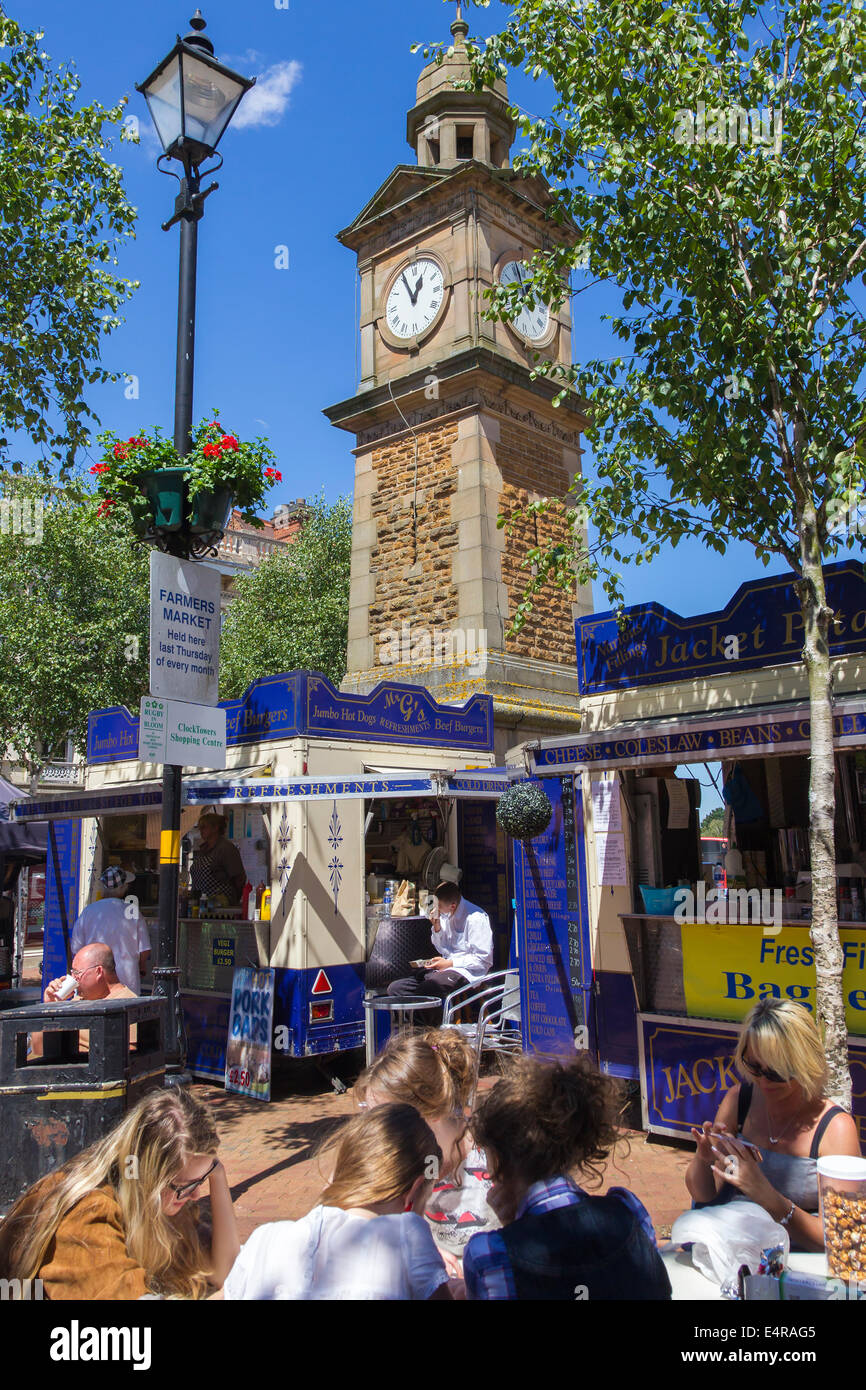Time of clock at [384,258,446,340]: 12:55
